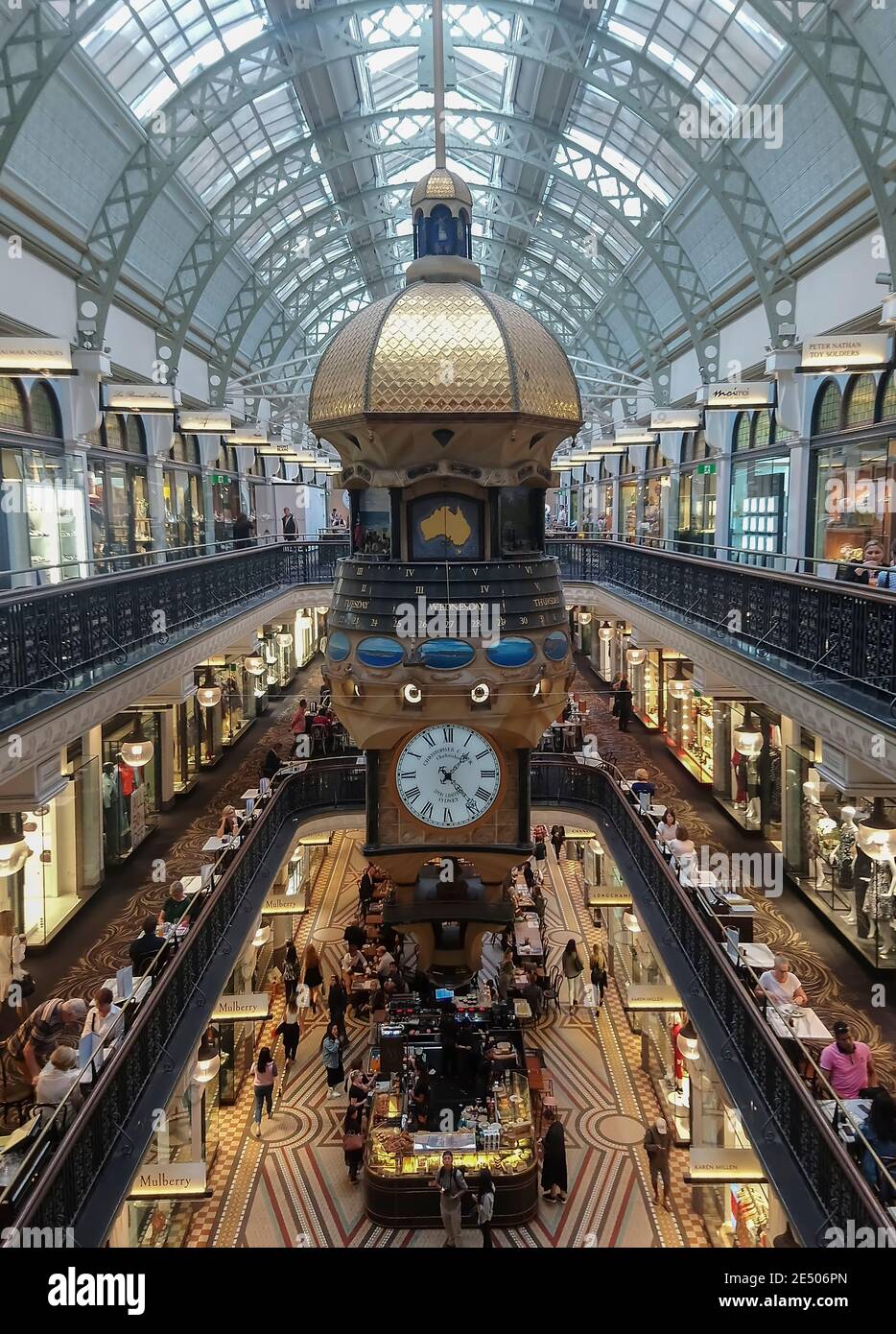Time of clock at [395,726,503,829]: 1:23
